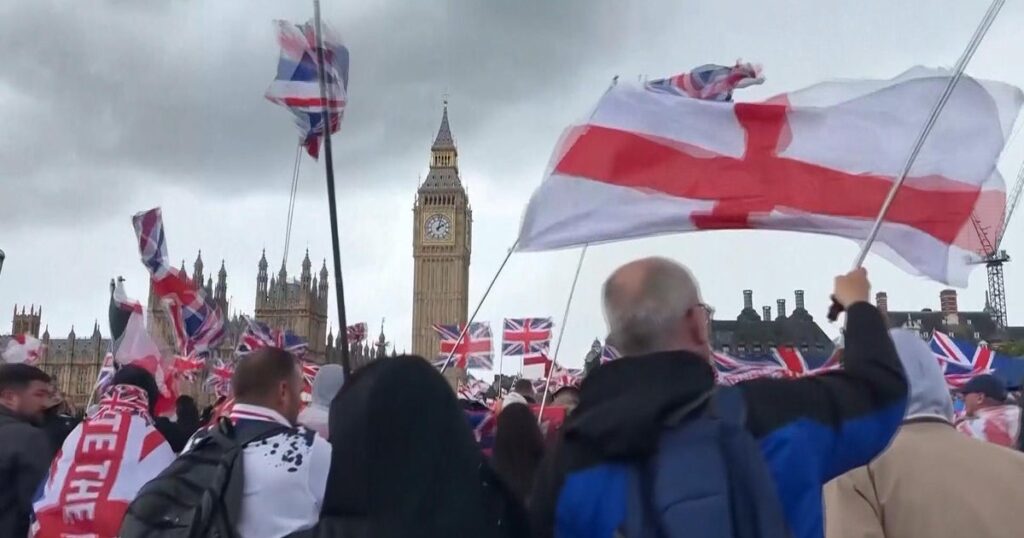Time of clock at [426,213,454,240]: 2:02
